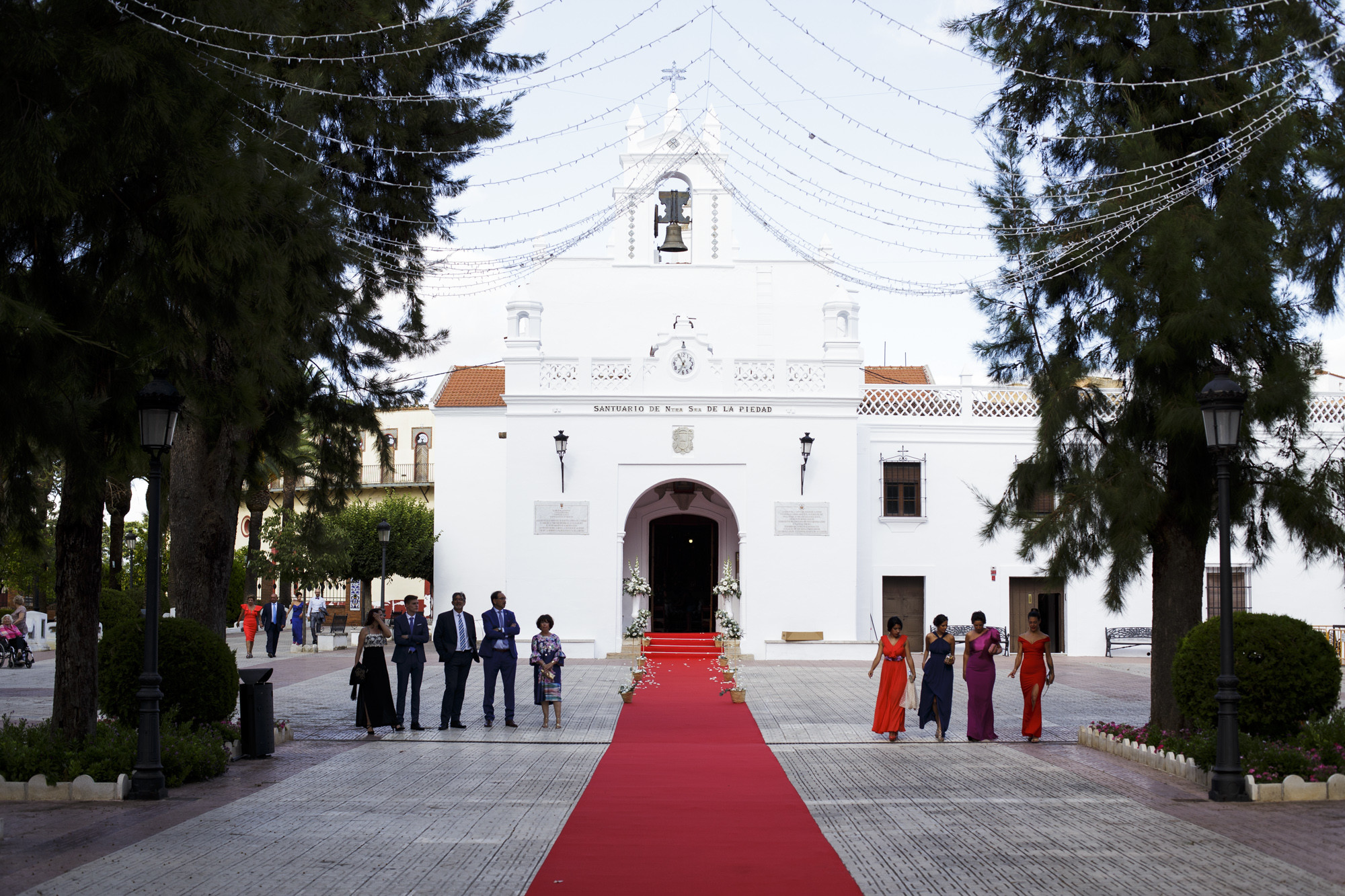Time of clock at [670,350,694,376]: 6:55
